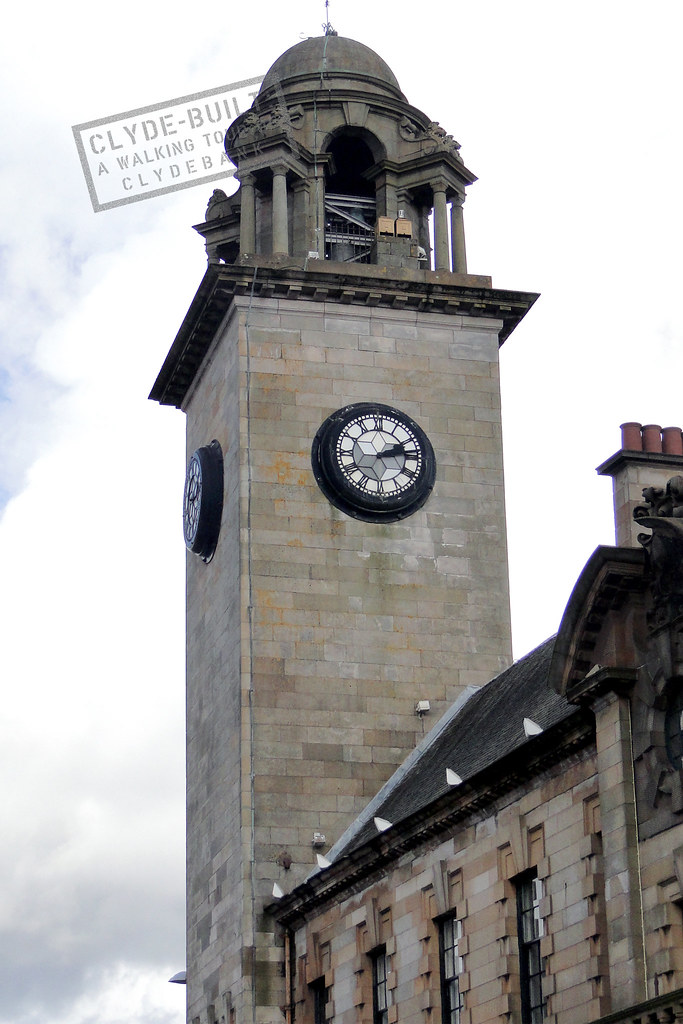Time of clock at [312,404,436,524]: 2:13
